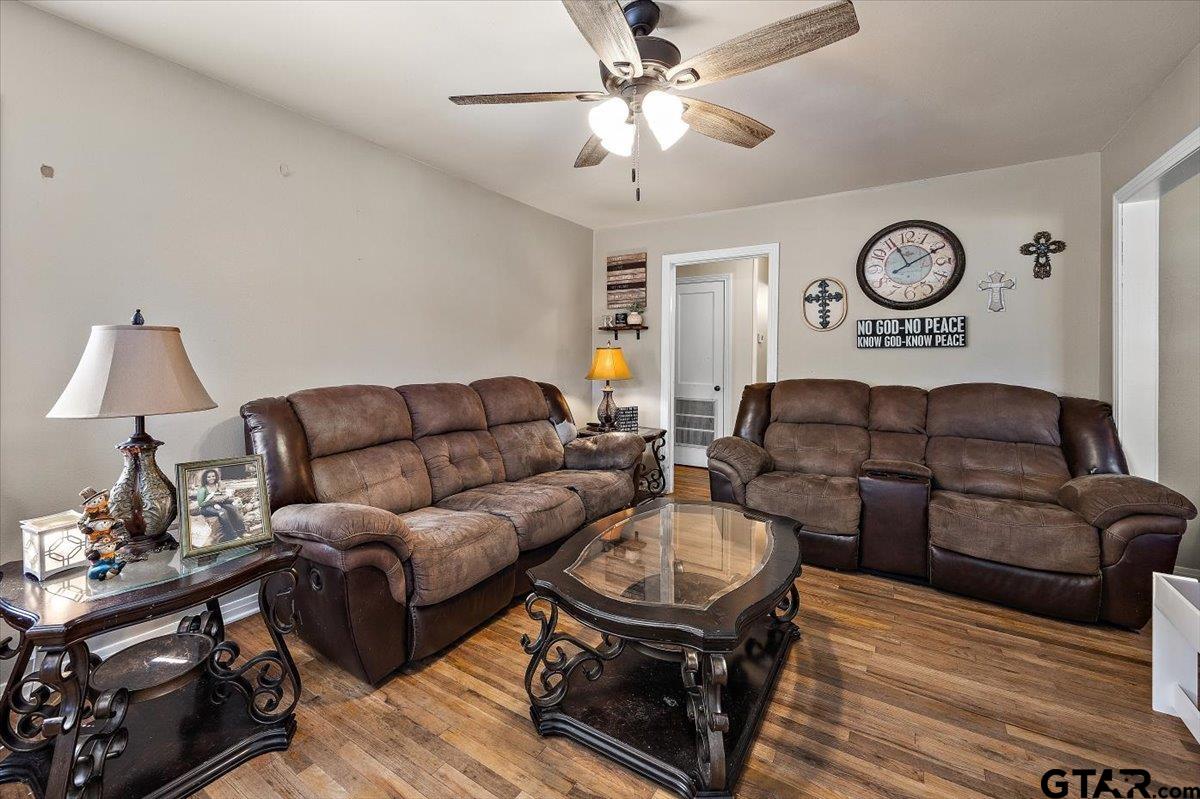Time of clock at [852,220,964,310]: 11:10
